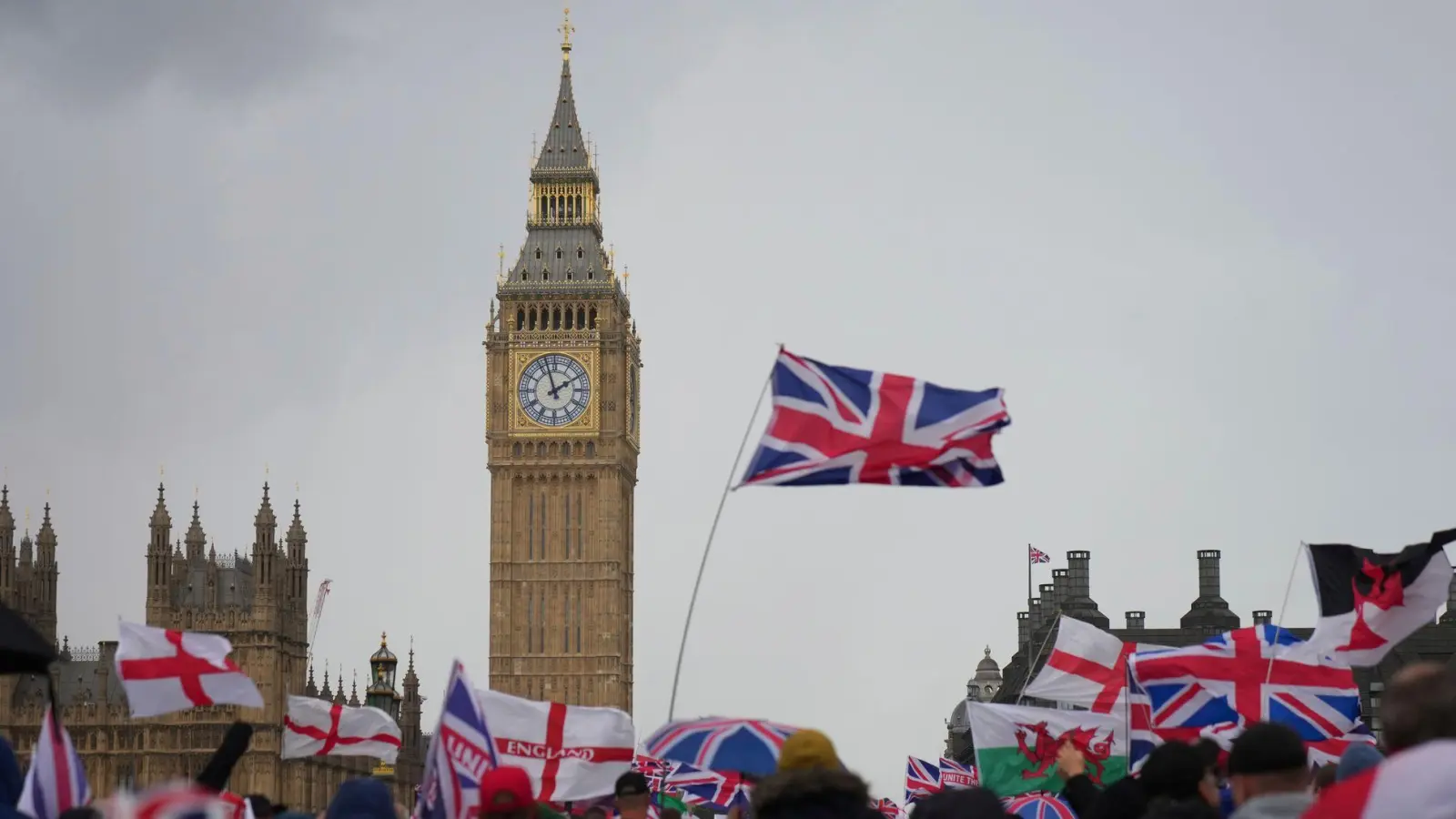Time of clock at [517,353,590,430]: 1:57
